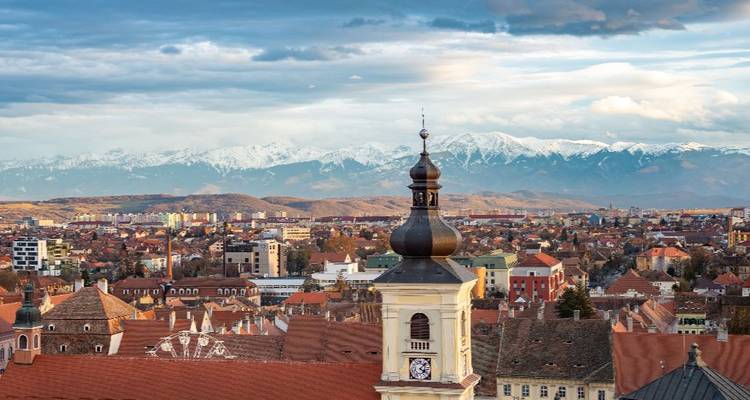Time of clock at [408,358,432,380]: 4:07
